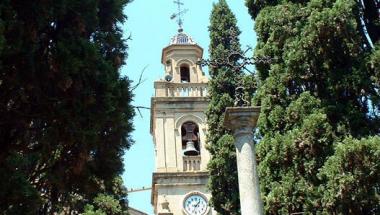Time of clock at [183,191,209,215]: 1:33
